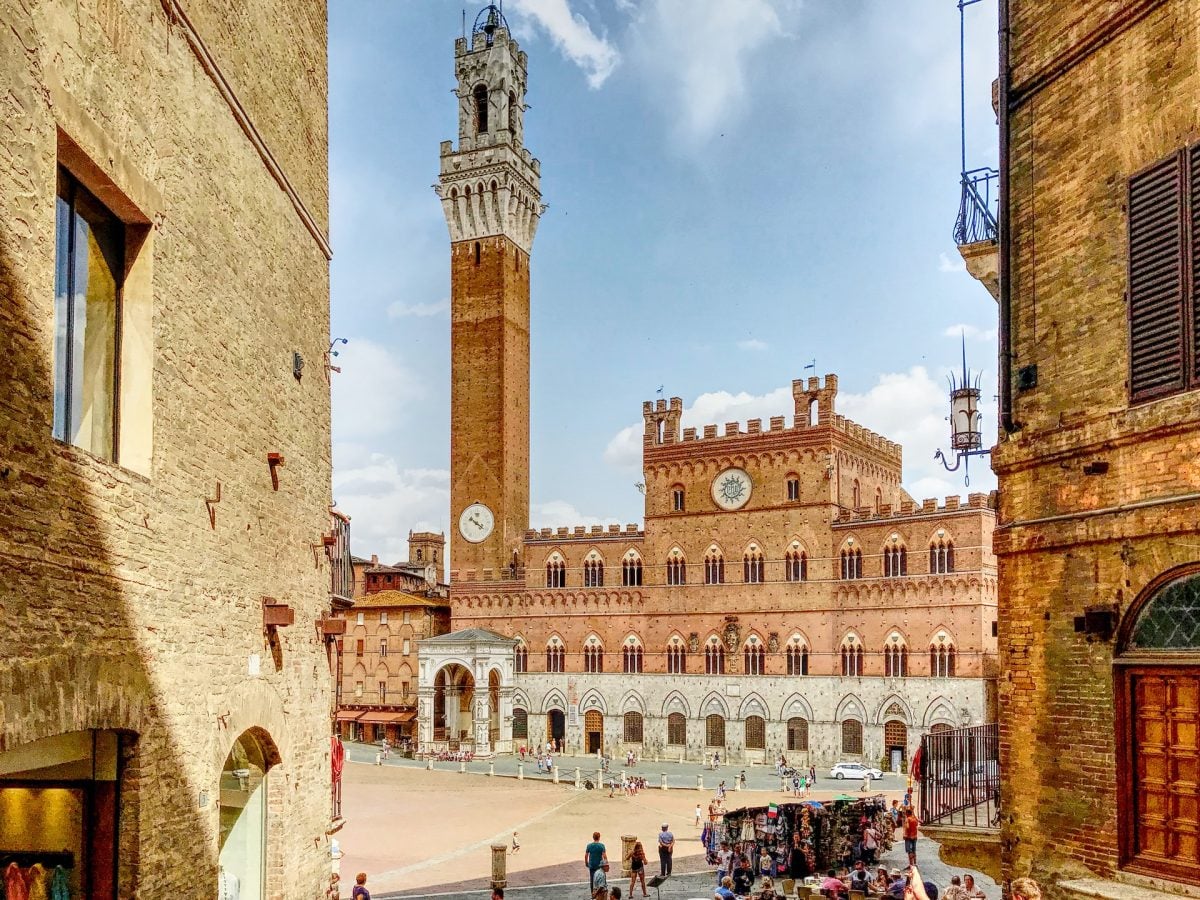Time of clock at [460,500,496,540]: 10:20
